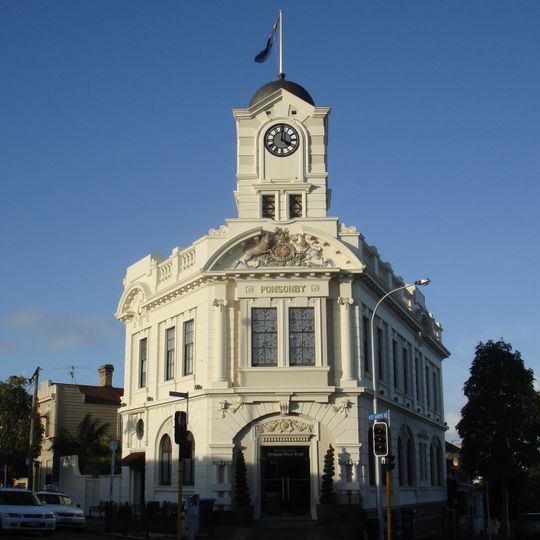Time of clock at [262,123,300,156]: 4:00
